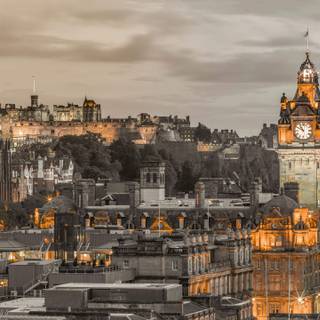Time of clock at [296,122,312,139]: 10:50
